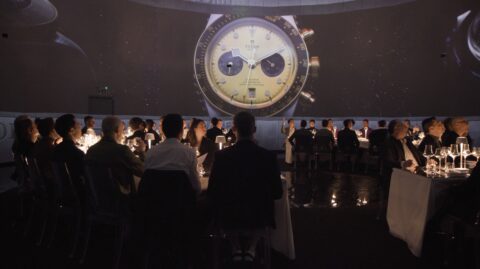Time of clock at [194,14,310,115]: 2:00
